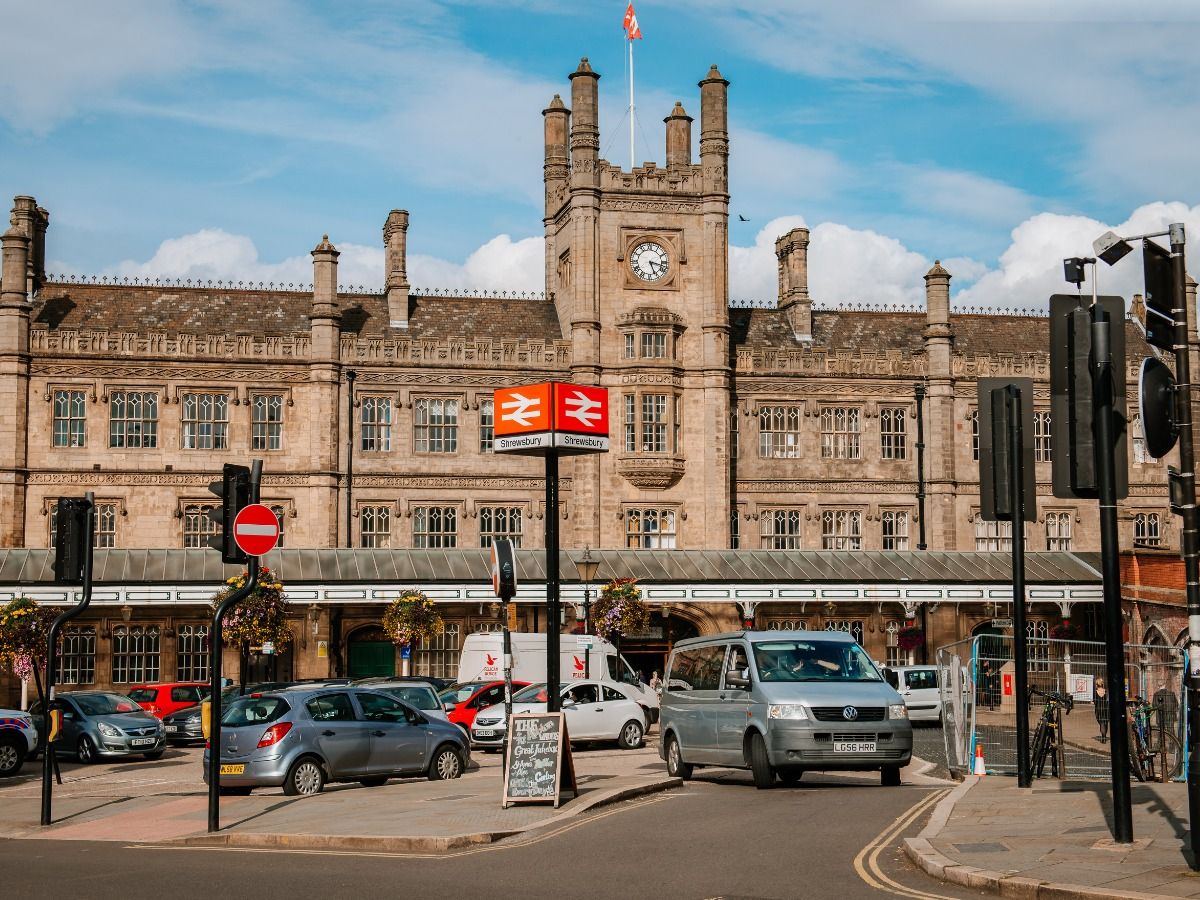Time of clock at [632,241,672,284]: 5:17
